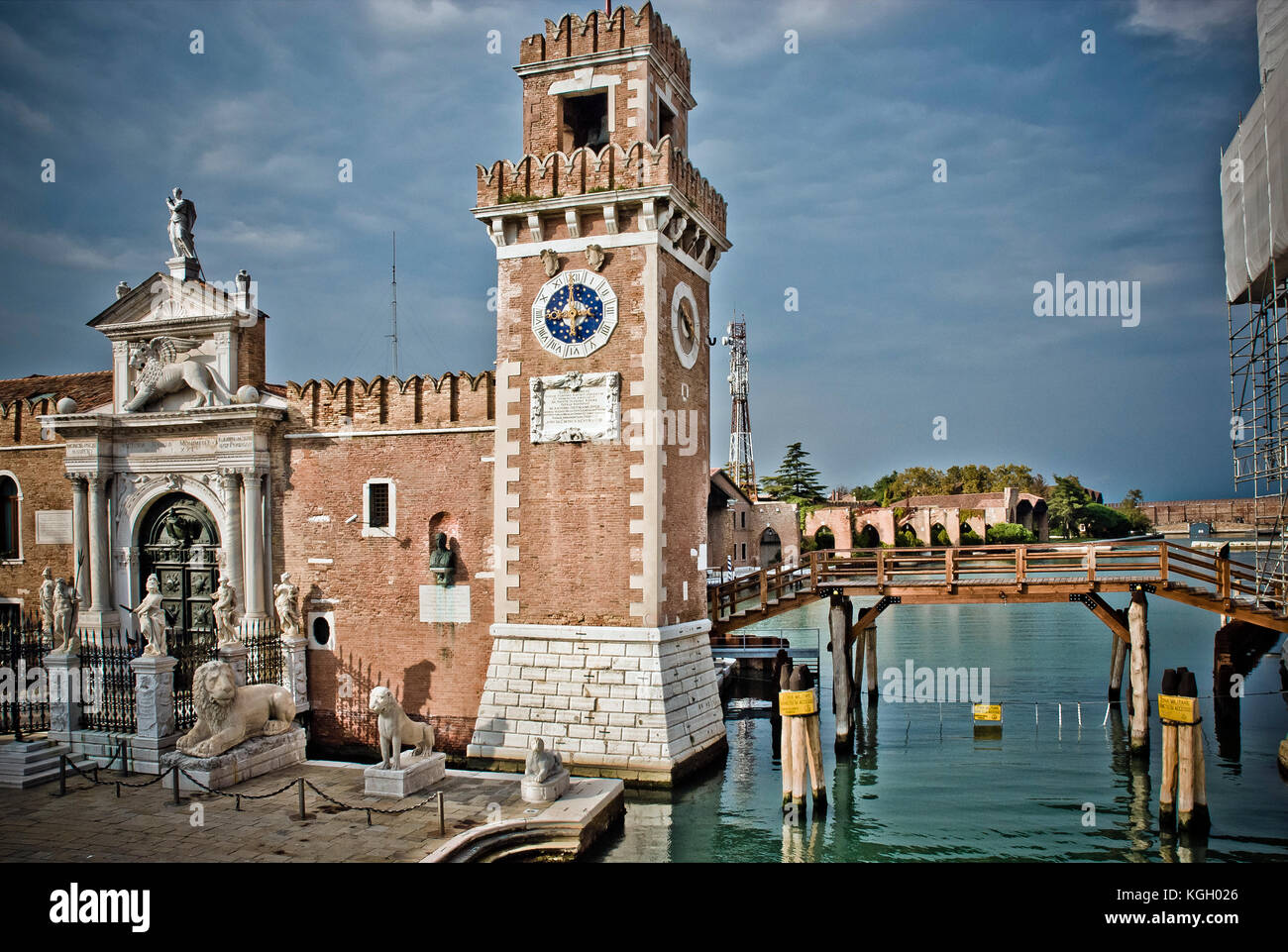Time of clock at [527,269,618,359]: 5:59
